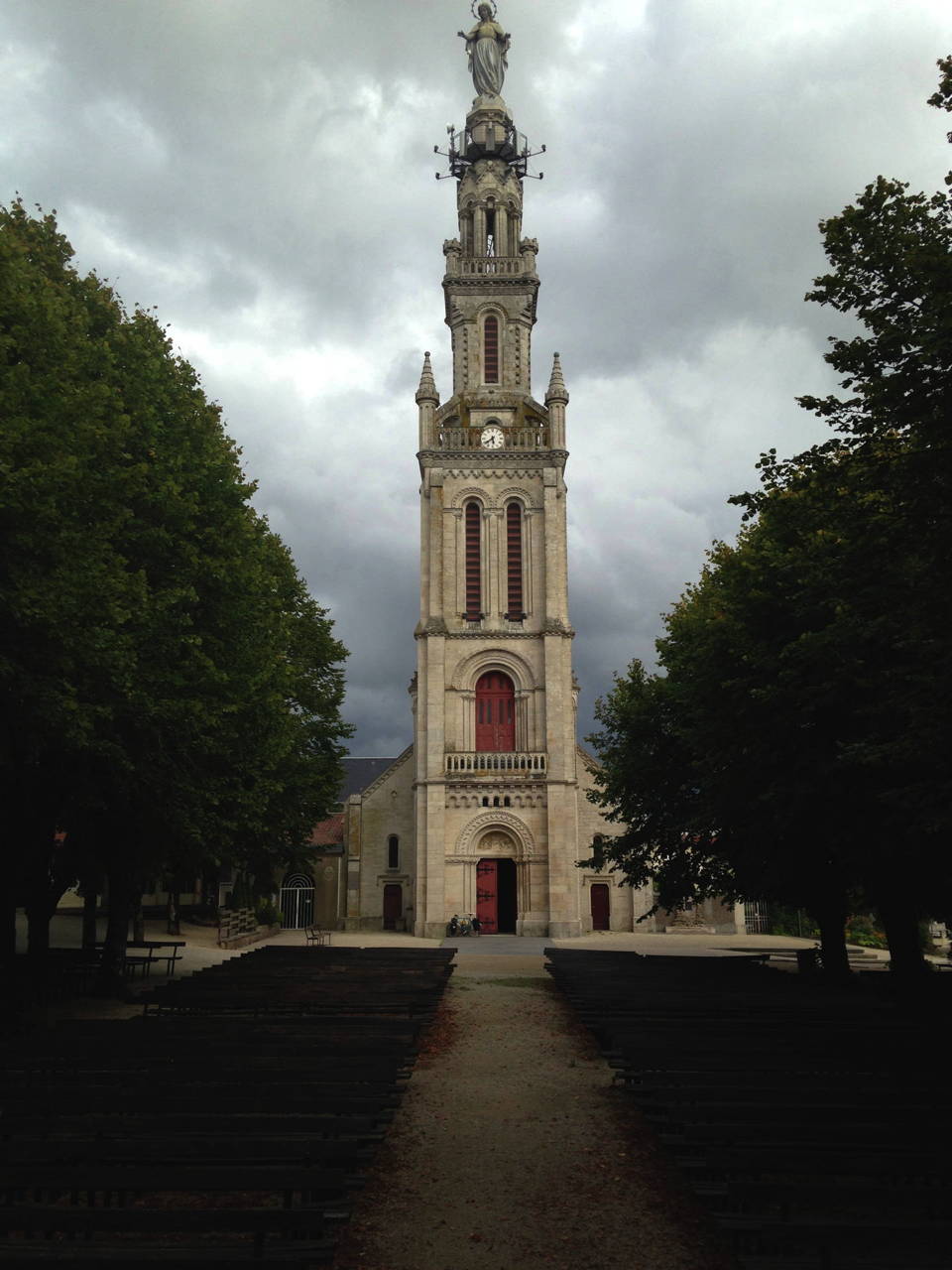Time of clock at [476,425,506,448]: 5:38
